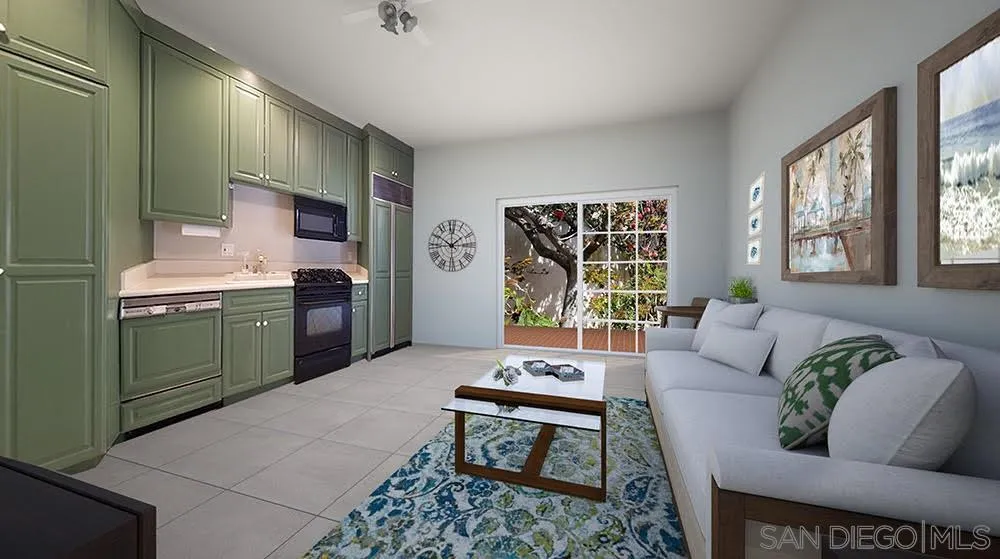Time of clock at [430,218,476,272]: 1:50
